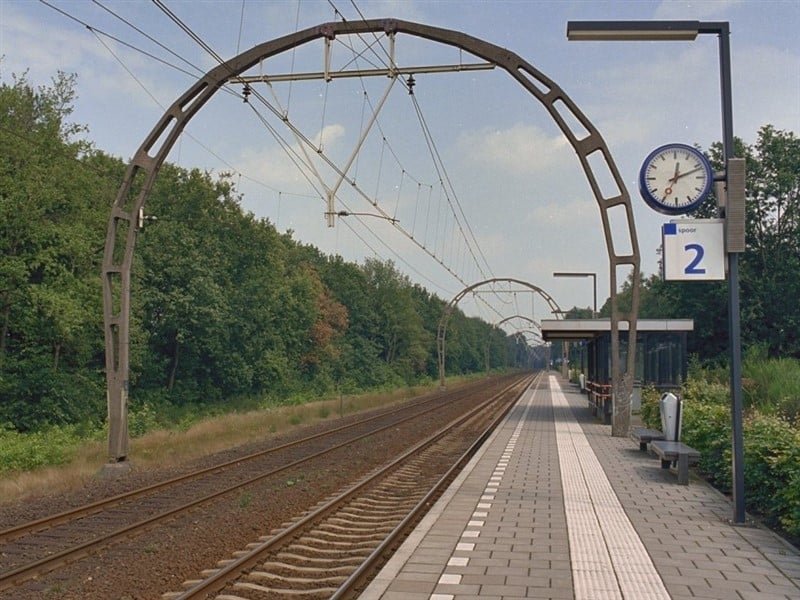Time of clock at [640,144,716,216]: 12:11
